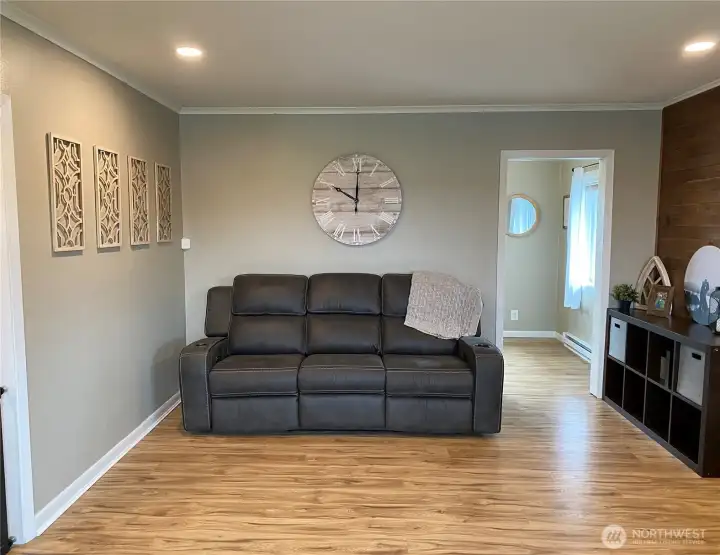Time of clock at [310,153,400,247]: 10:00
